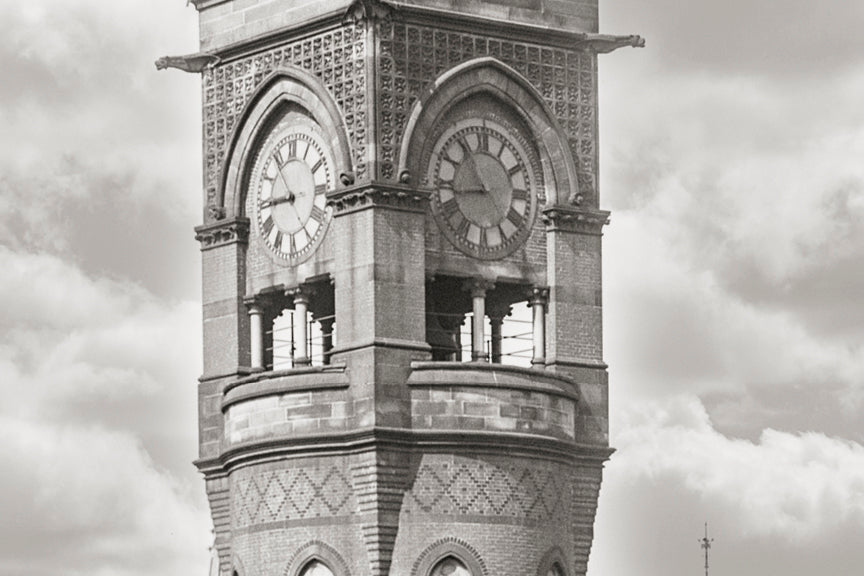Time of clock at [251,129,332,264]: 8:54
